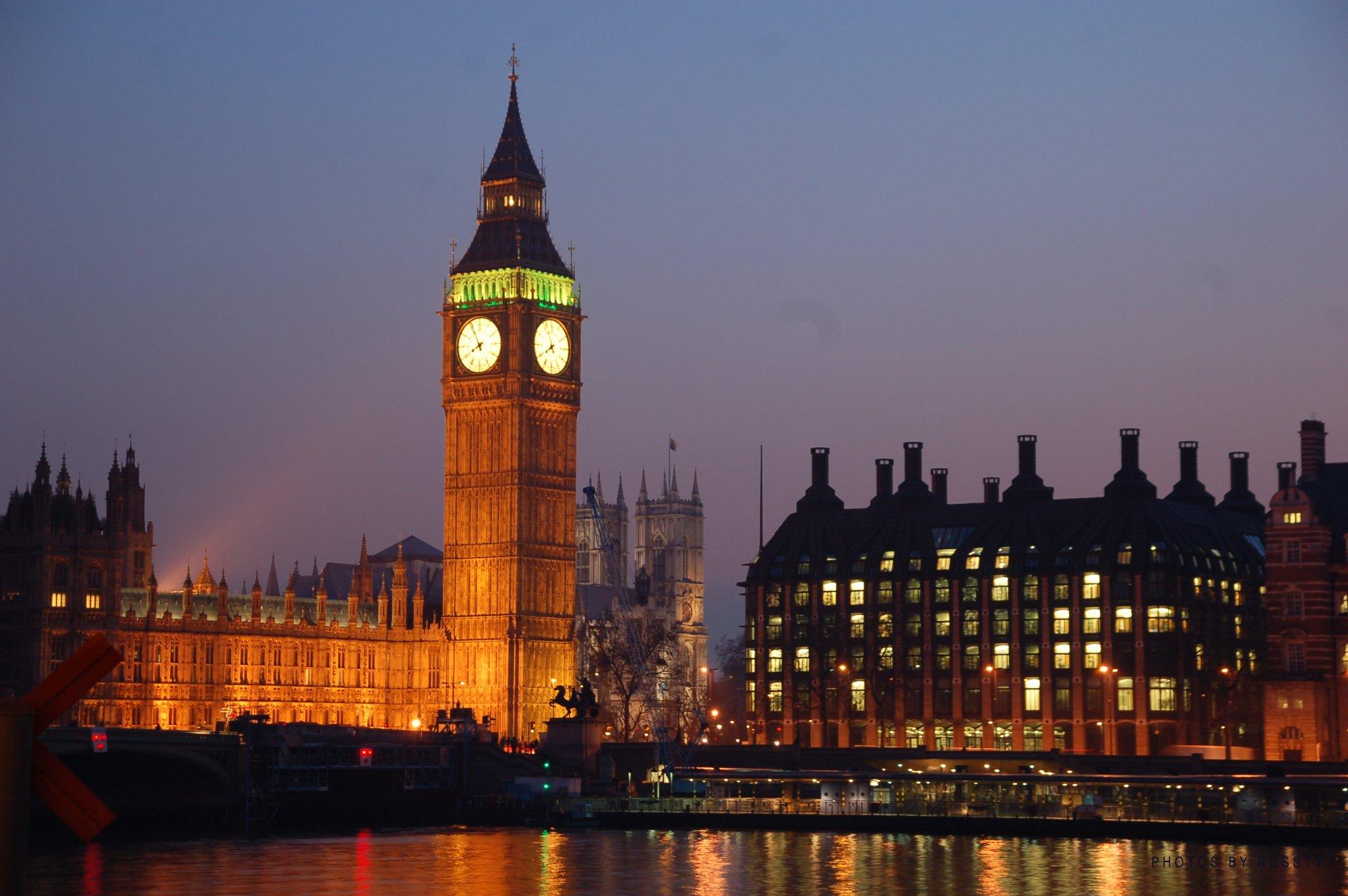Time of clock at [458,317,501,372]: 7:55
